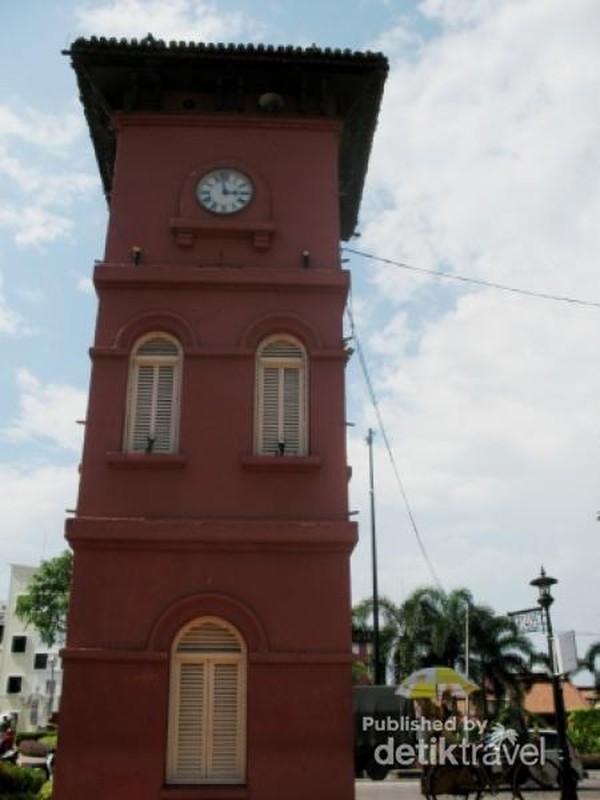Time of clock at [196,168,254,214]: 2:58
